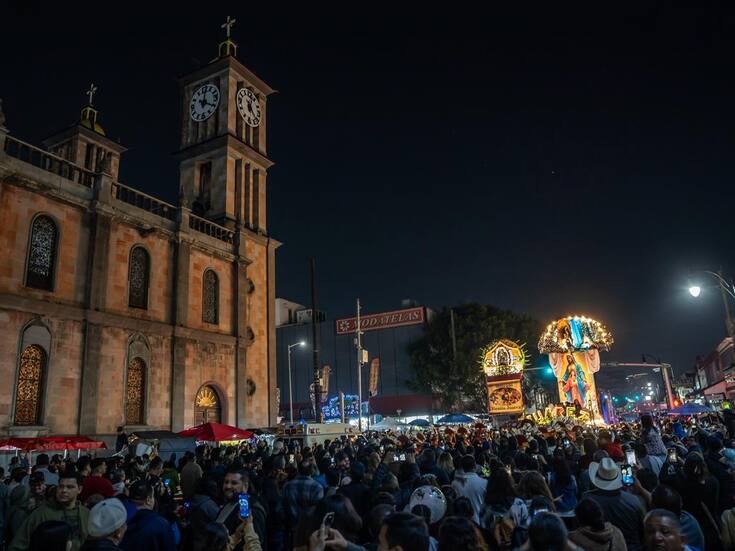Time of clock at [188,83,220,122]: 12:19
